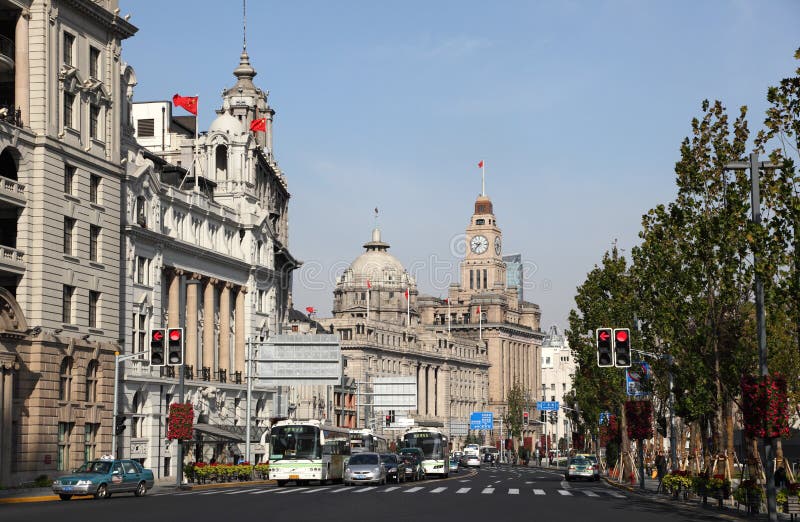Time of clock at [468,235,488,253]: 9:37
